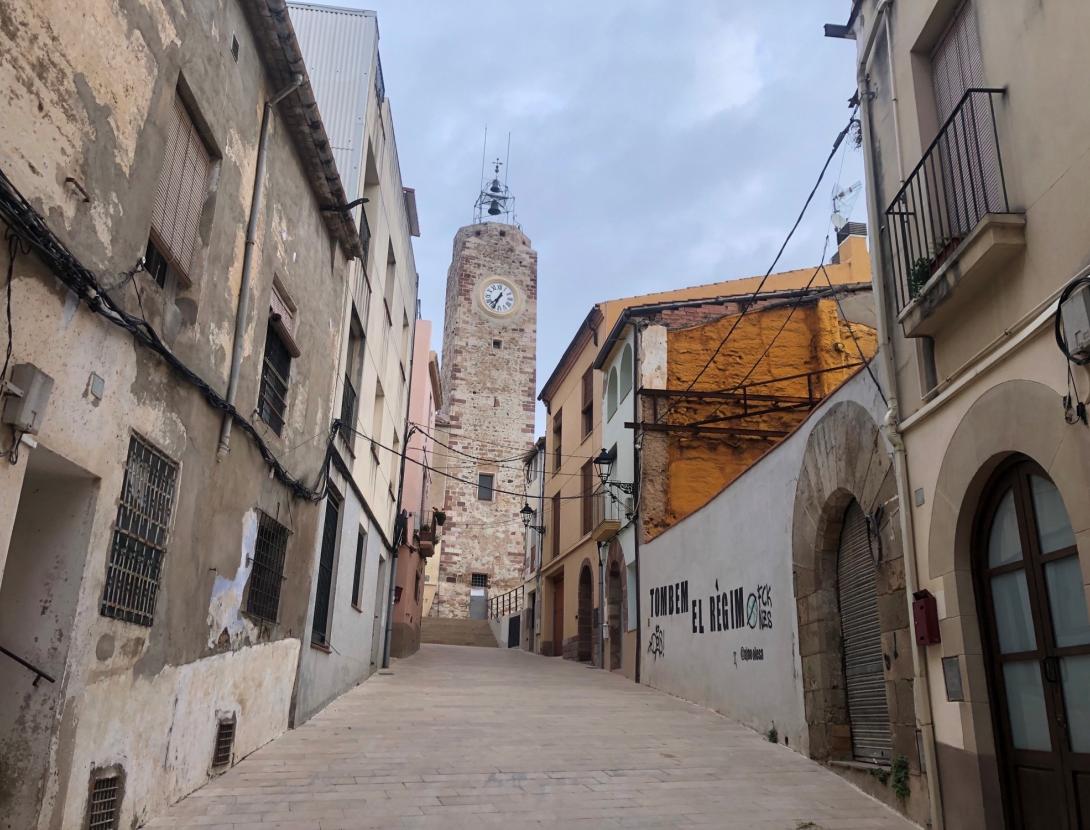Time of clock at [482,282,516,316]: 7:34
